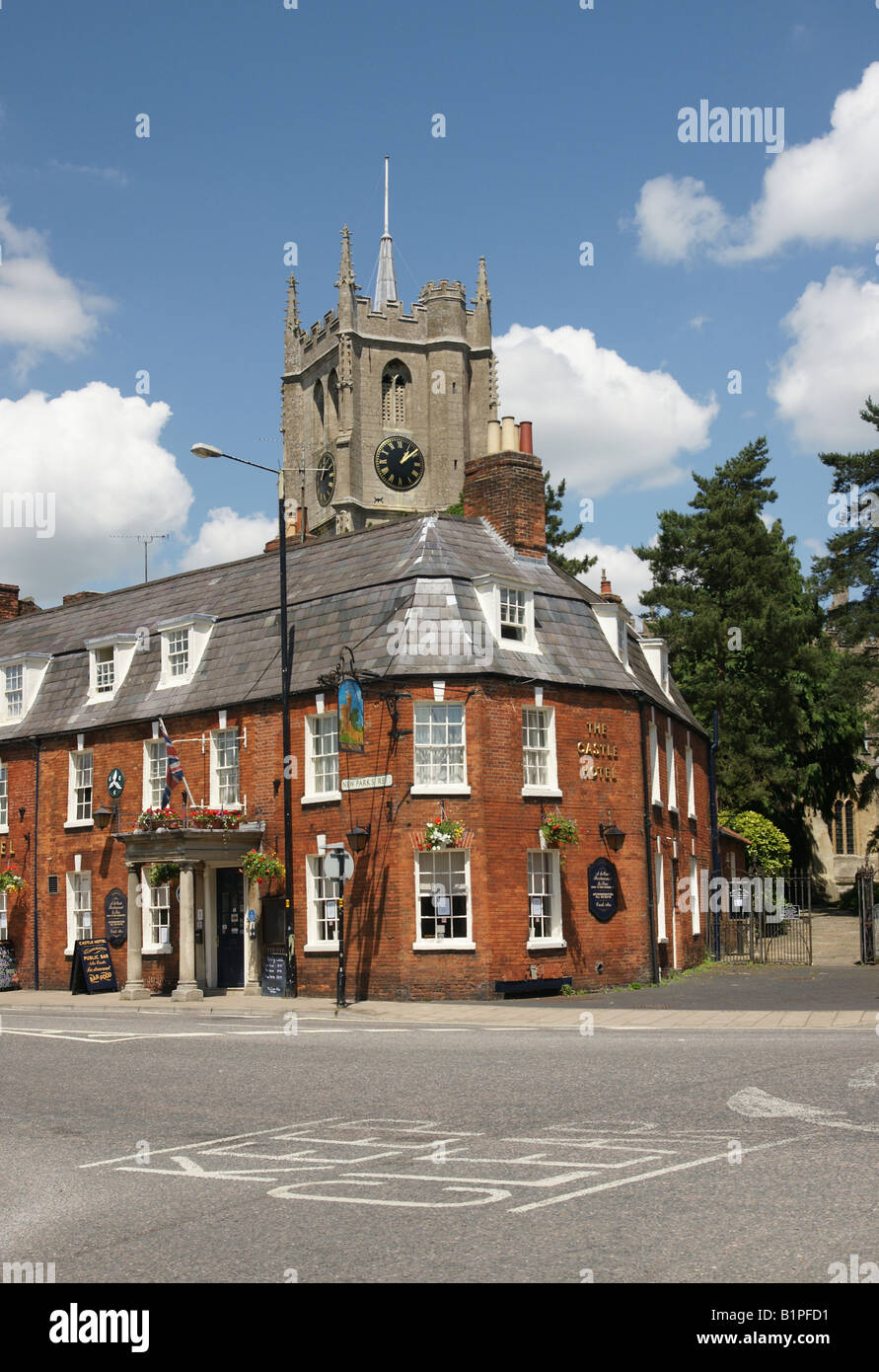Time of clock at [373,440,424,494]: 1:08
